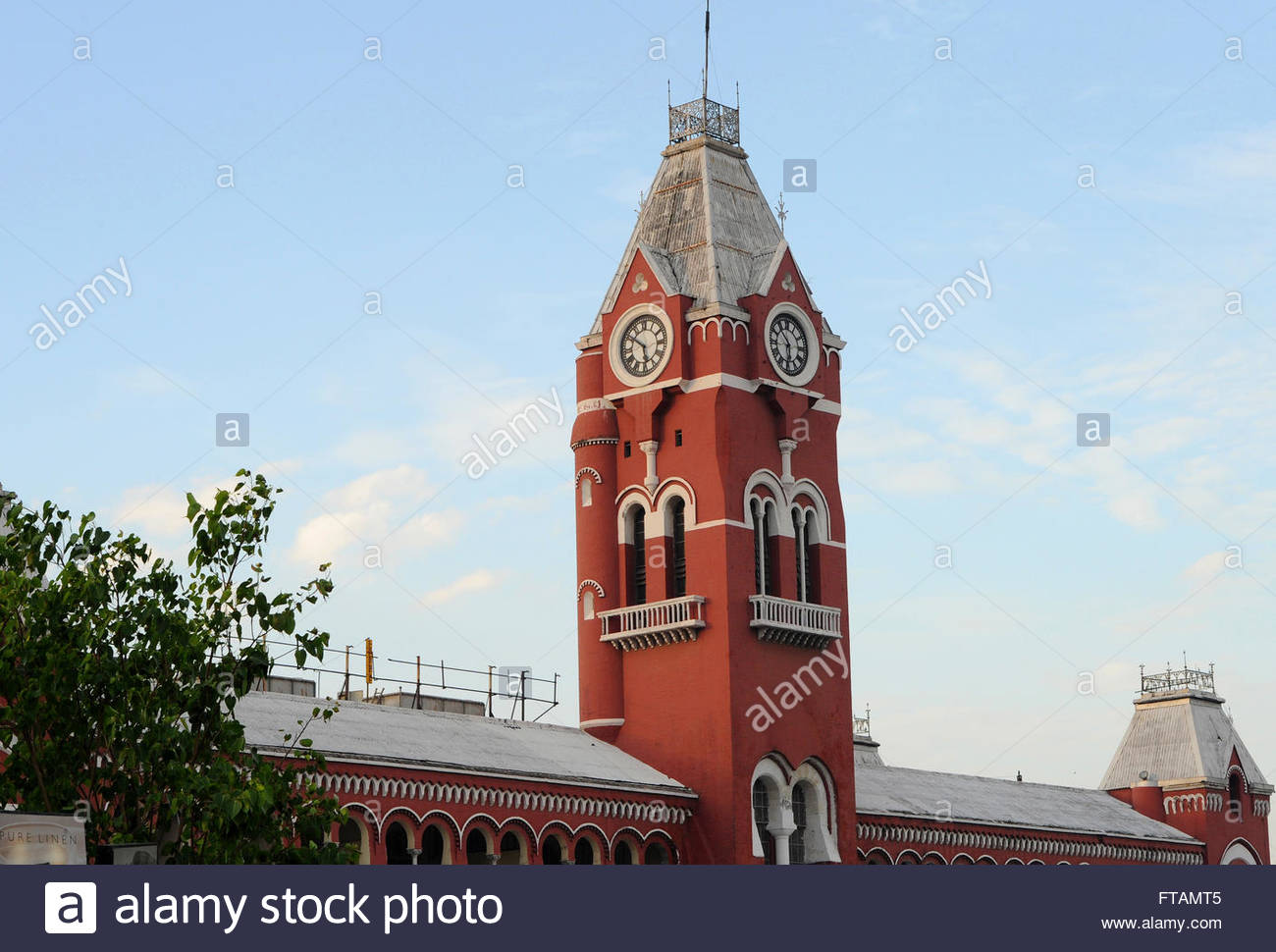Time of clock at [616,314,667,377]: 5:51
